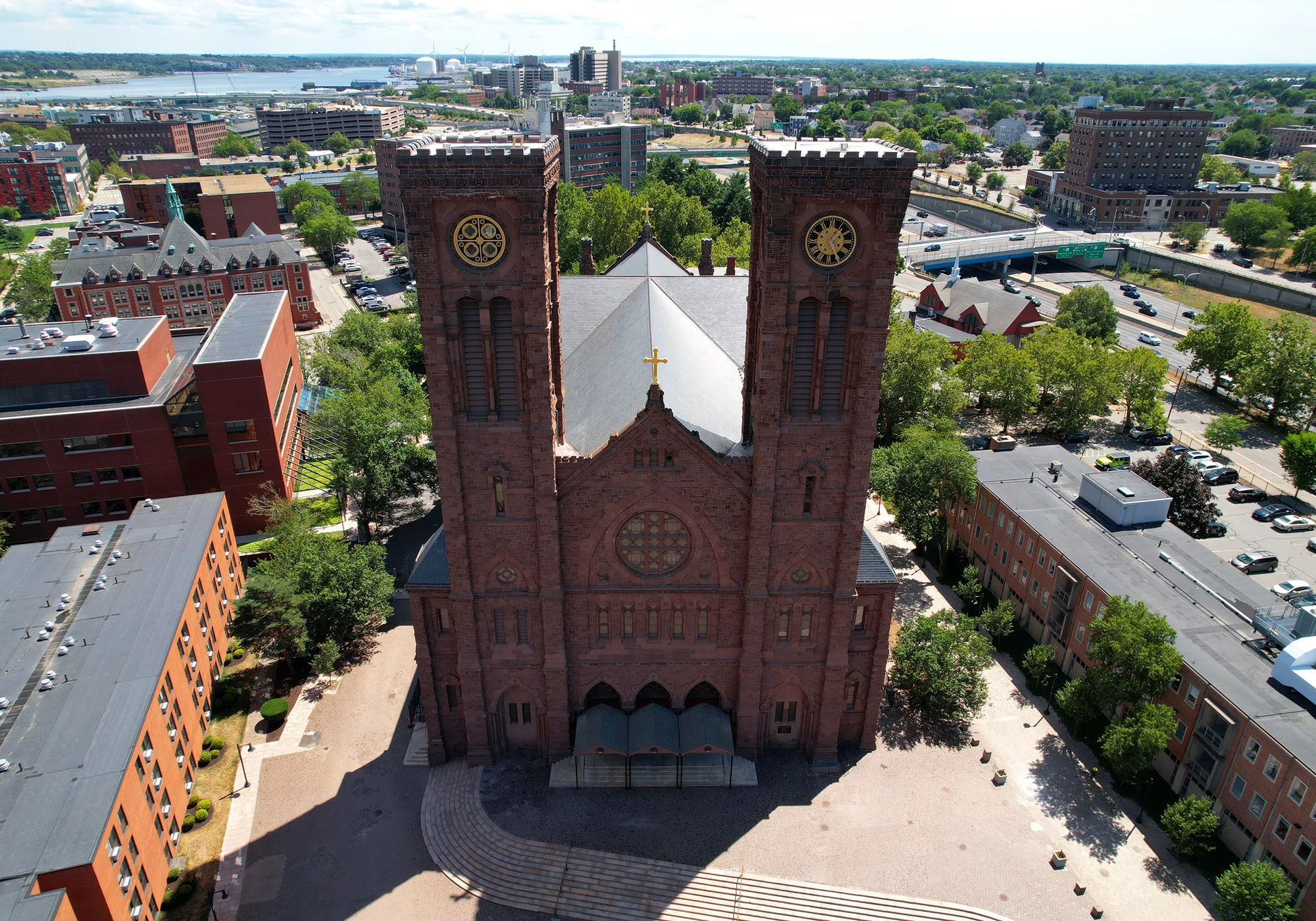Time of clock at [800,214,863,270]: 1:25
